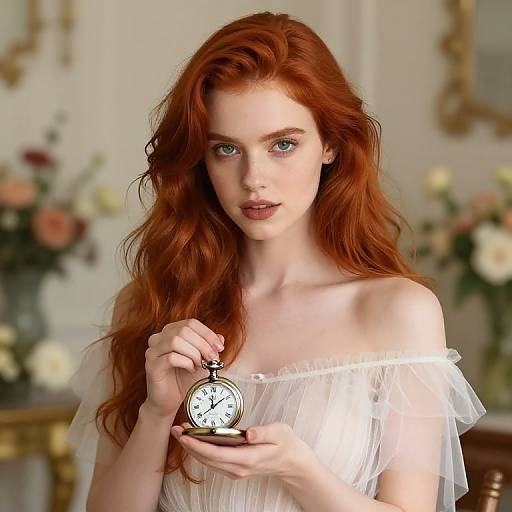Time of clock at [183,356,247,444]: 12:08
